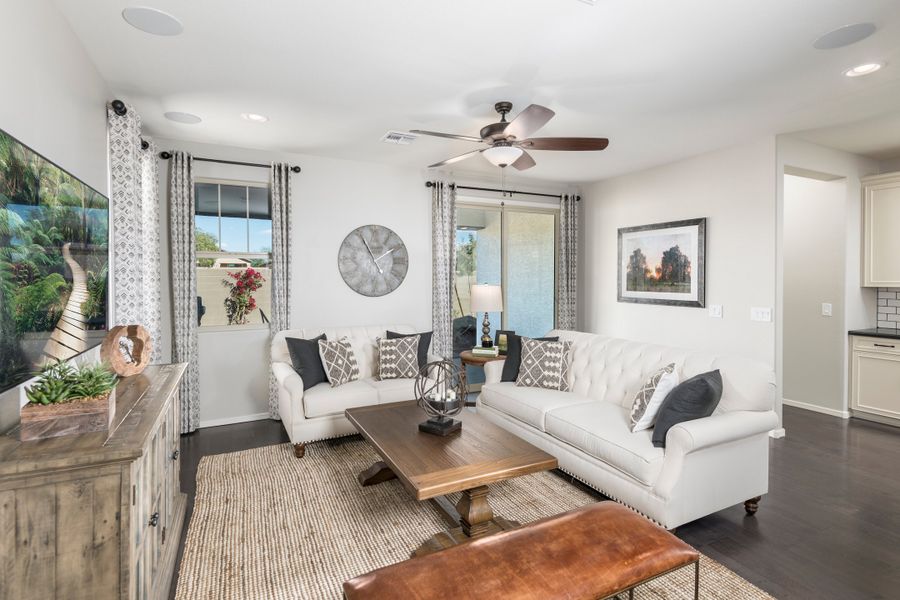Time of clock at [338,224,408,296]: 1:55
